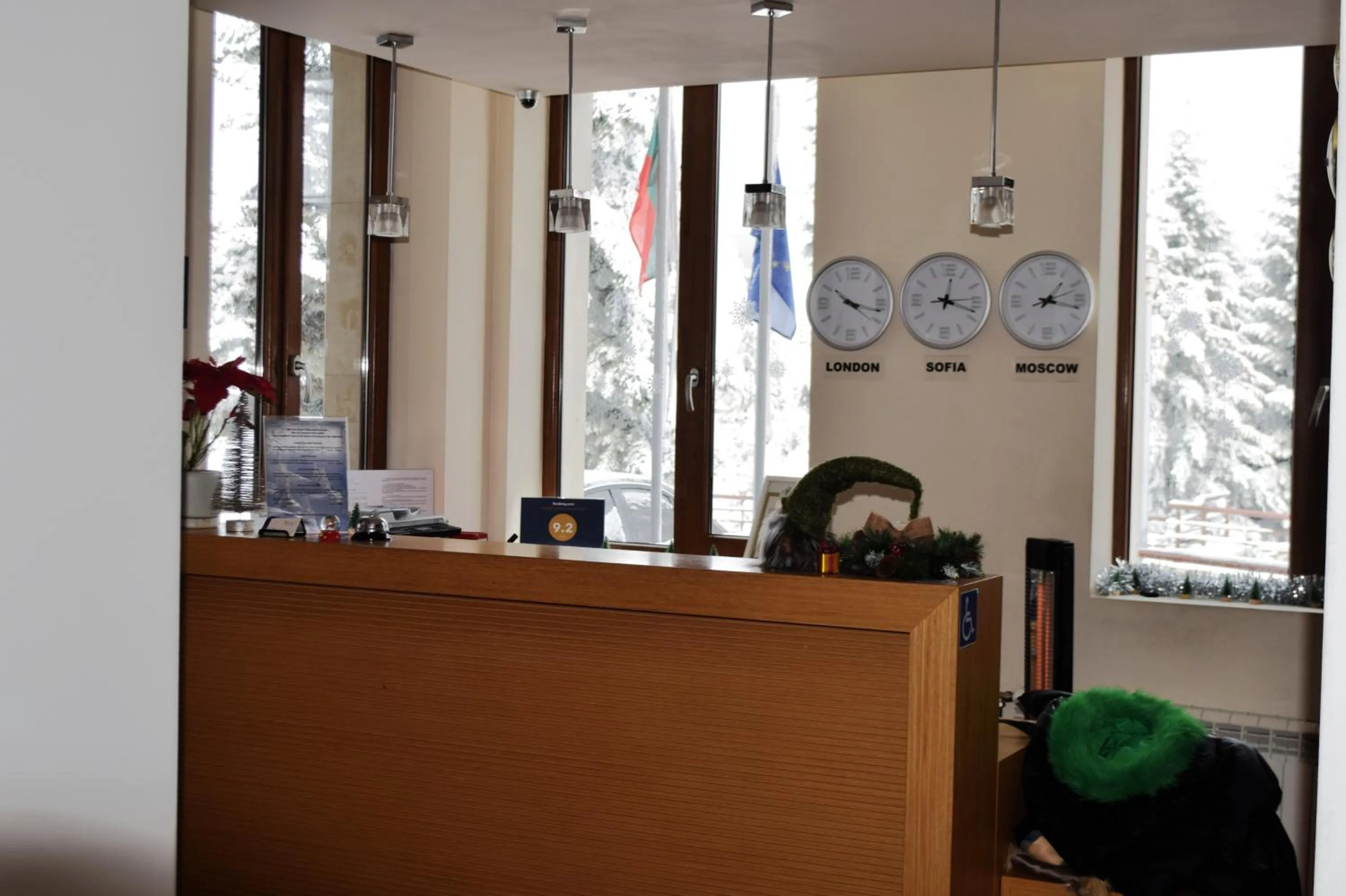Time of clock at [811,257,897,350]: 10:17
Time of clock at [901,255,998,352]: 12:17
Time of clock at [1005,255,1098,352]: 1:17
